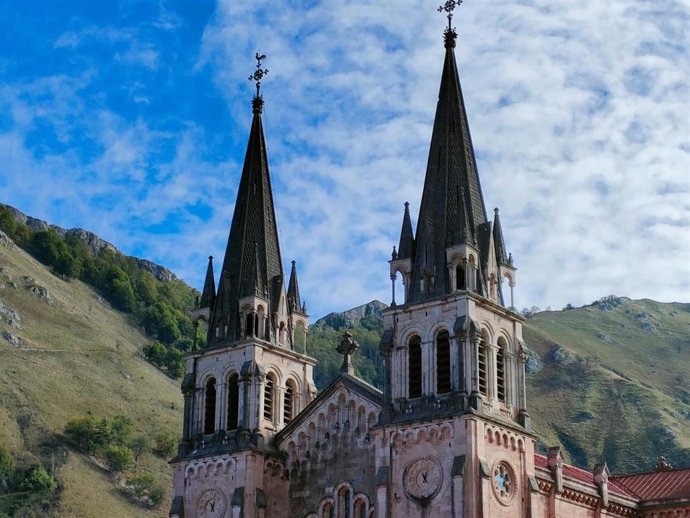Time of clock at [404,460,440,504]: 11:02
